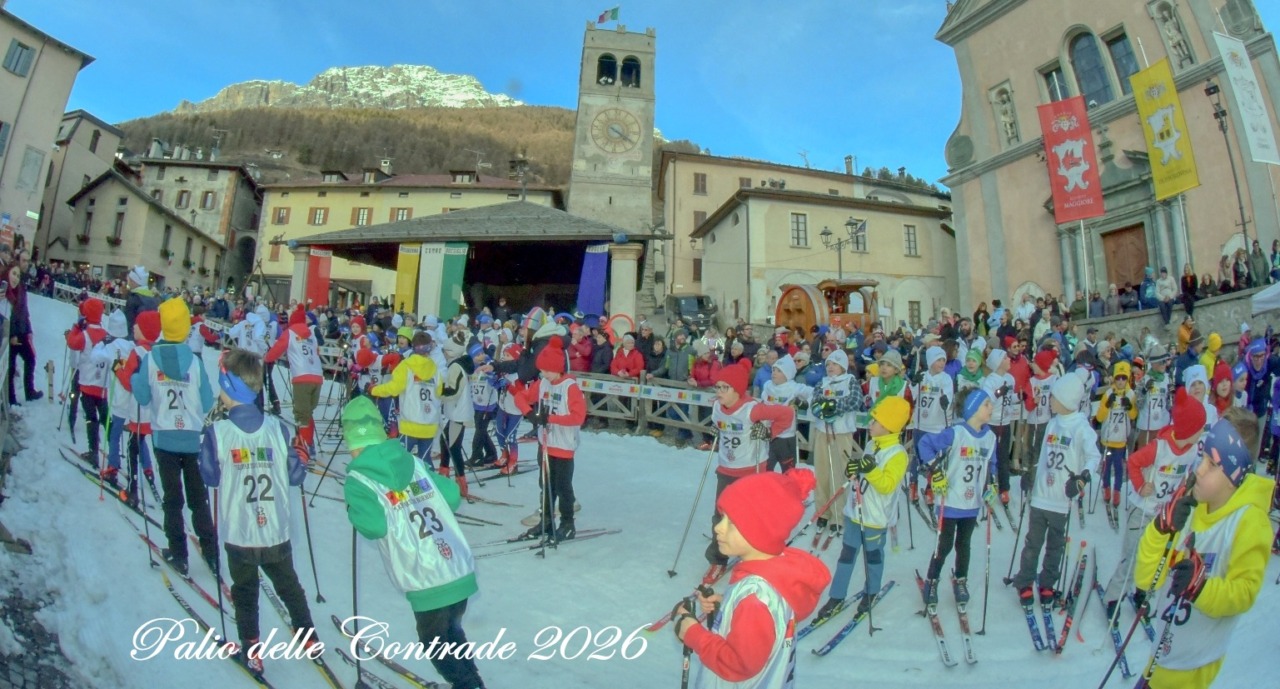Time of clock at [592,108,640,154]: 4:20
